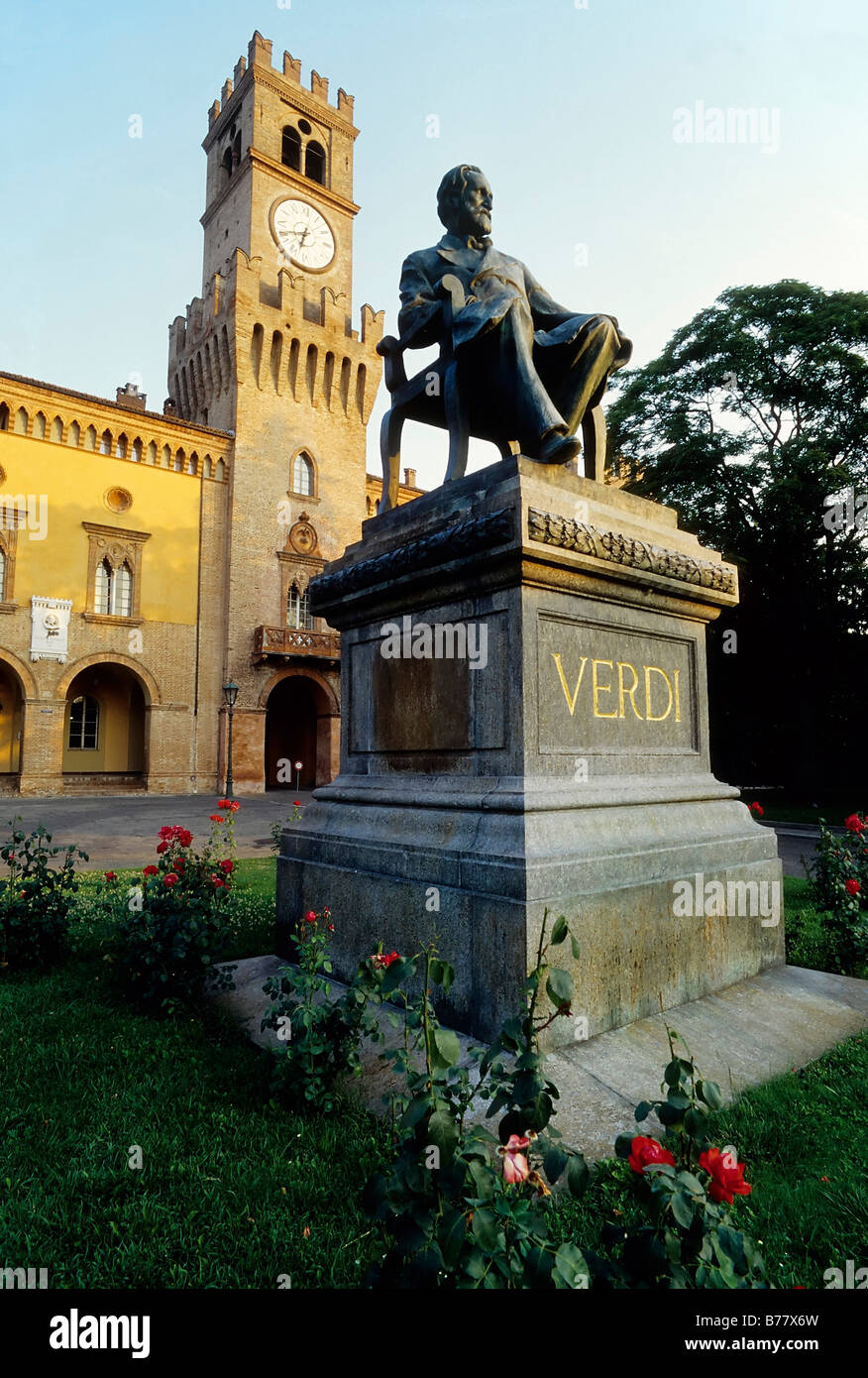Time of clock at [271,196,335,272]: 6:41
